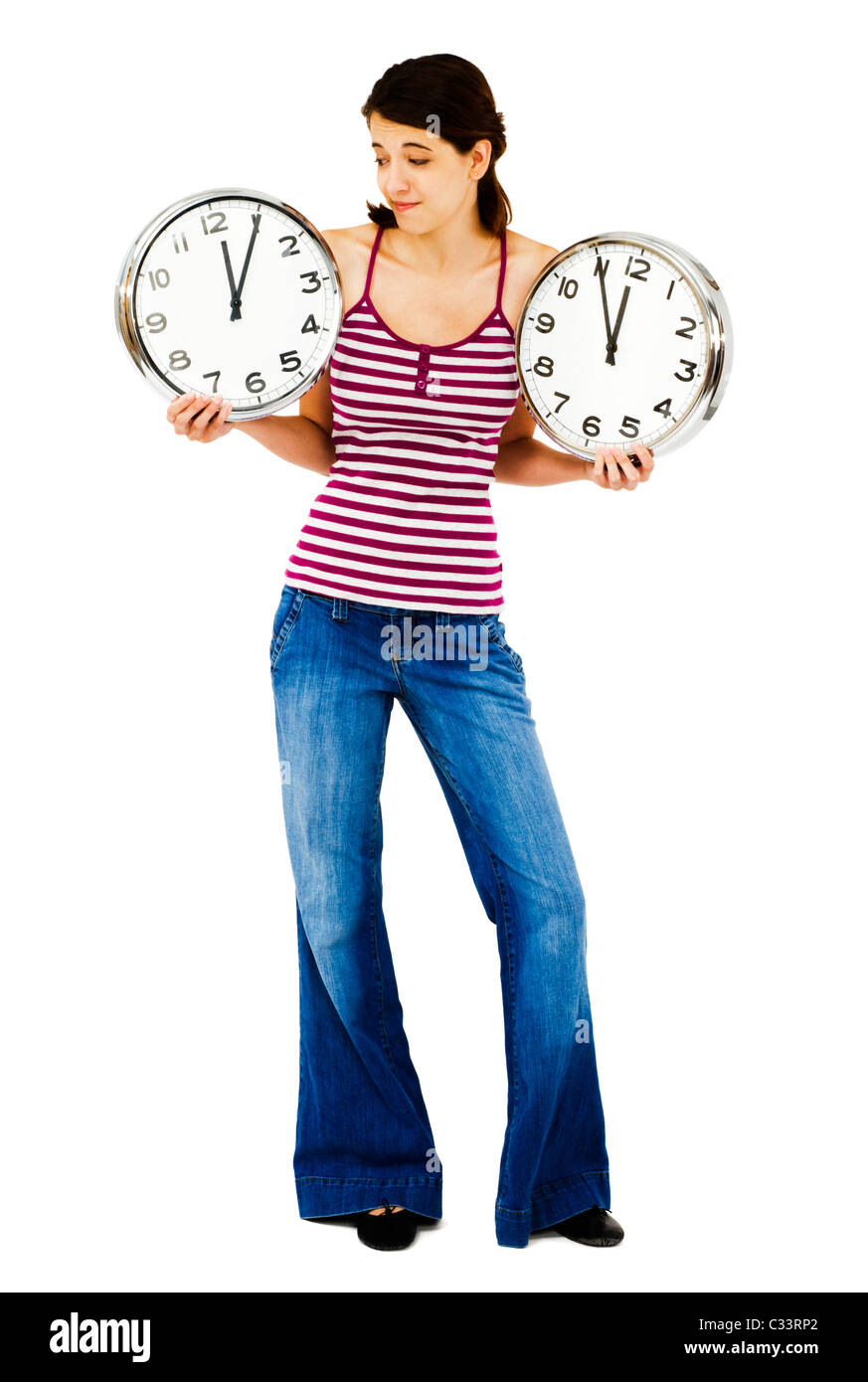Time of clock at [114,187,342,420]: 12:05
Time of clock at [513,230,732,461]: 11:55
